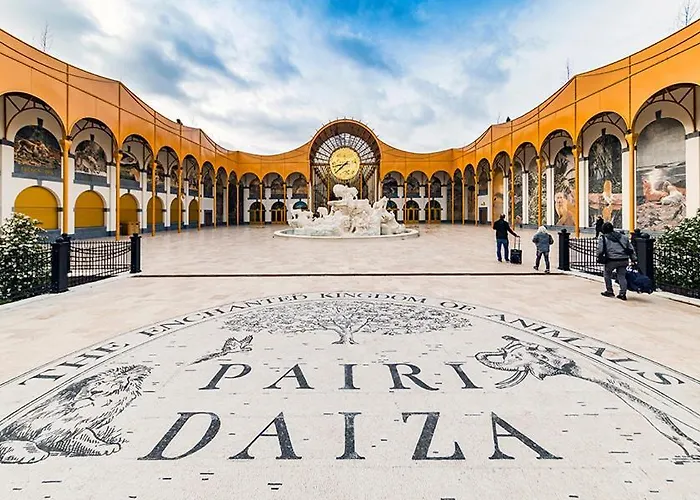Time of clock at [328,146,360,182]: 8:38
